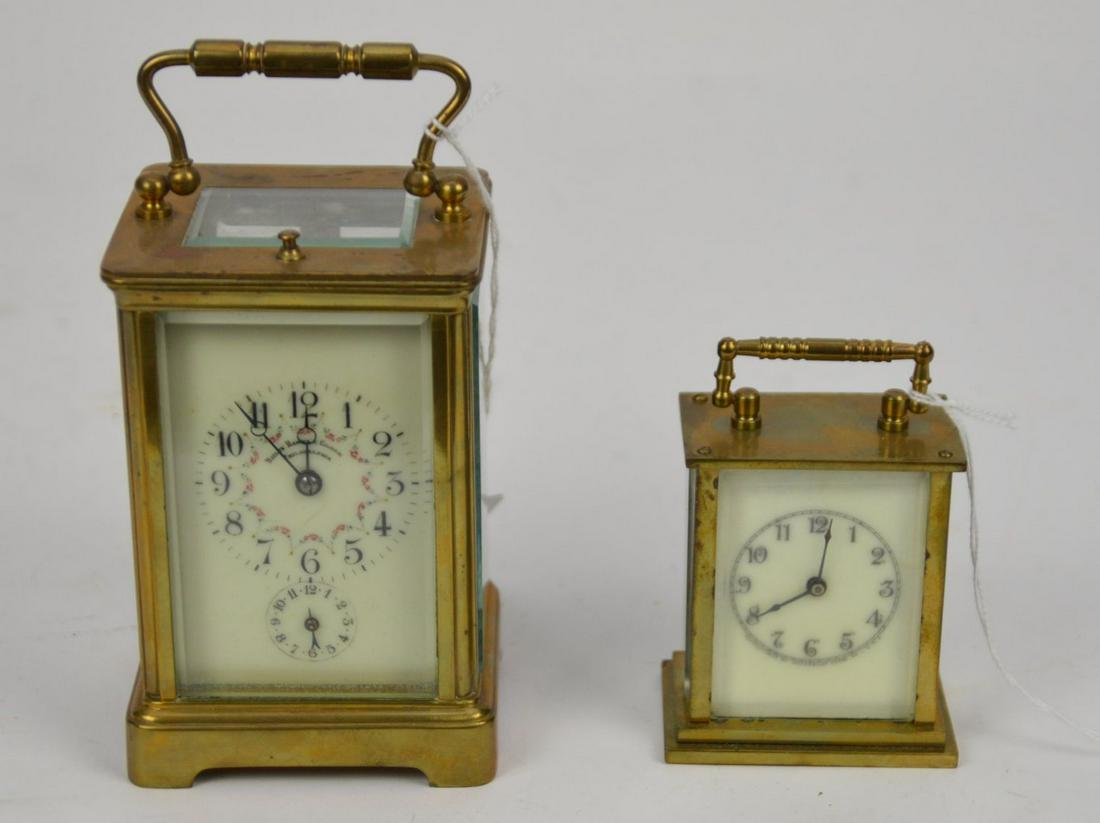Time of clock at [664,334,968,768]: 8:01
